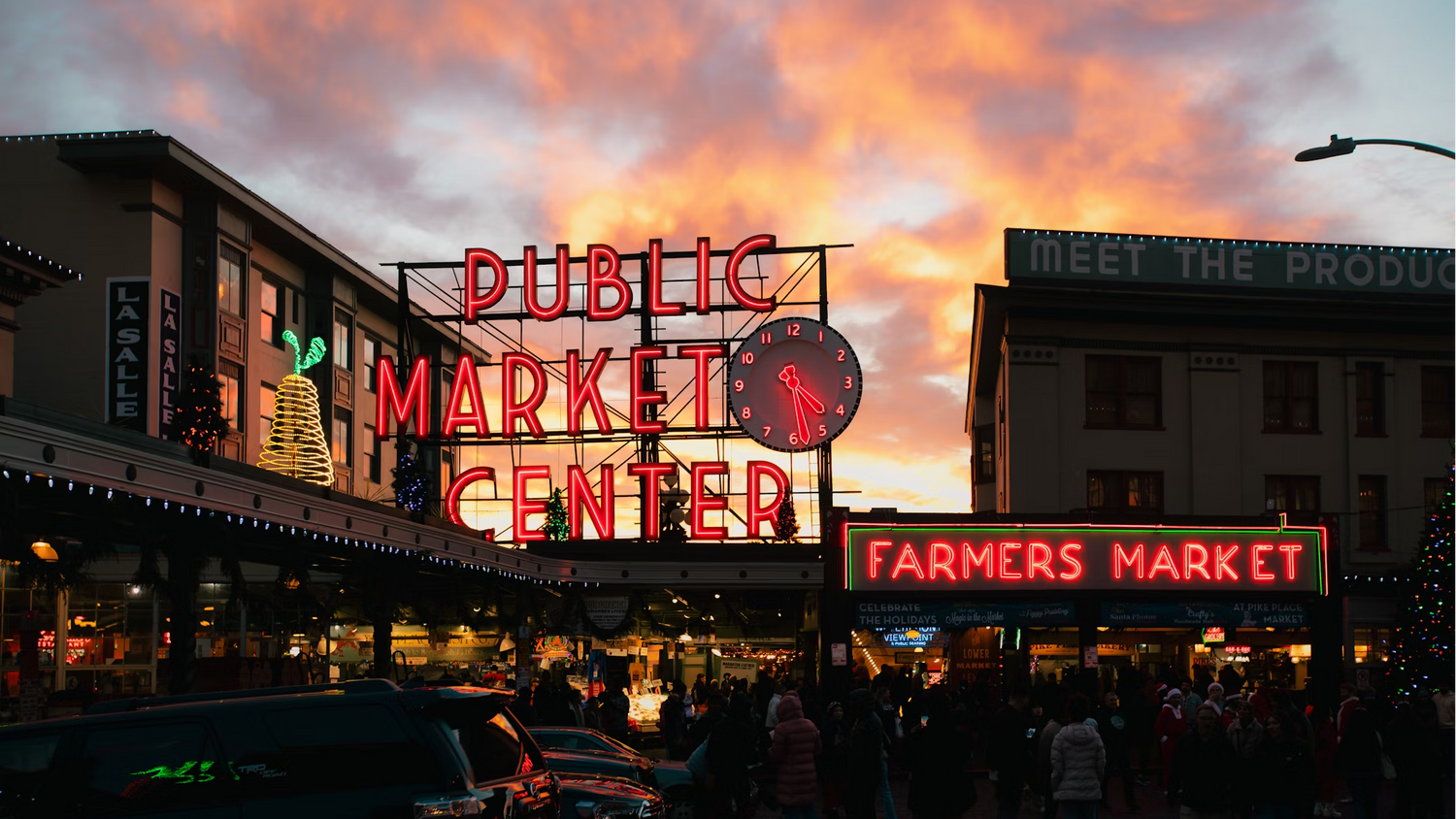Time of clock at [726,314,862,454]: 4:28
